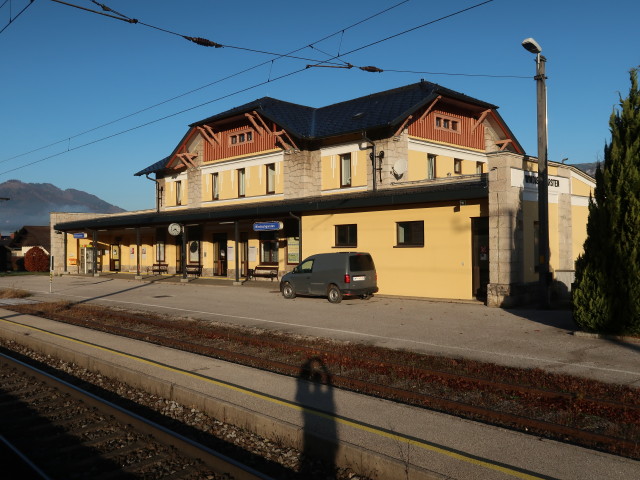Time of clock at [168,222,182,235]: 8:22
